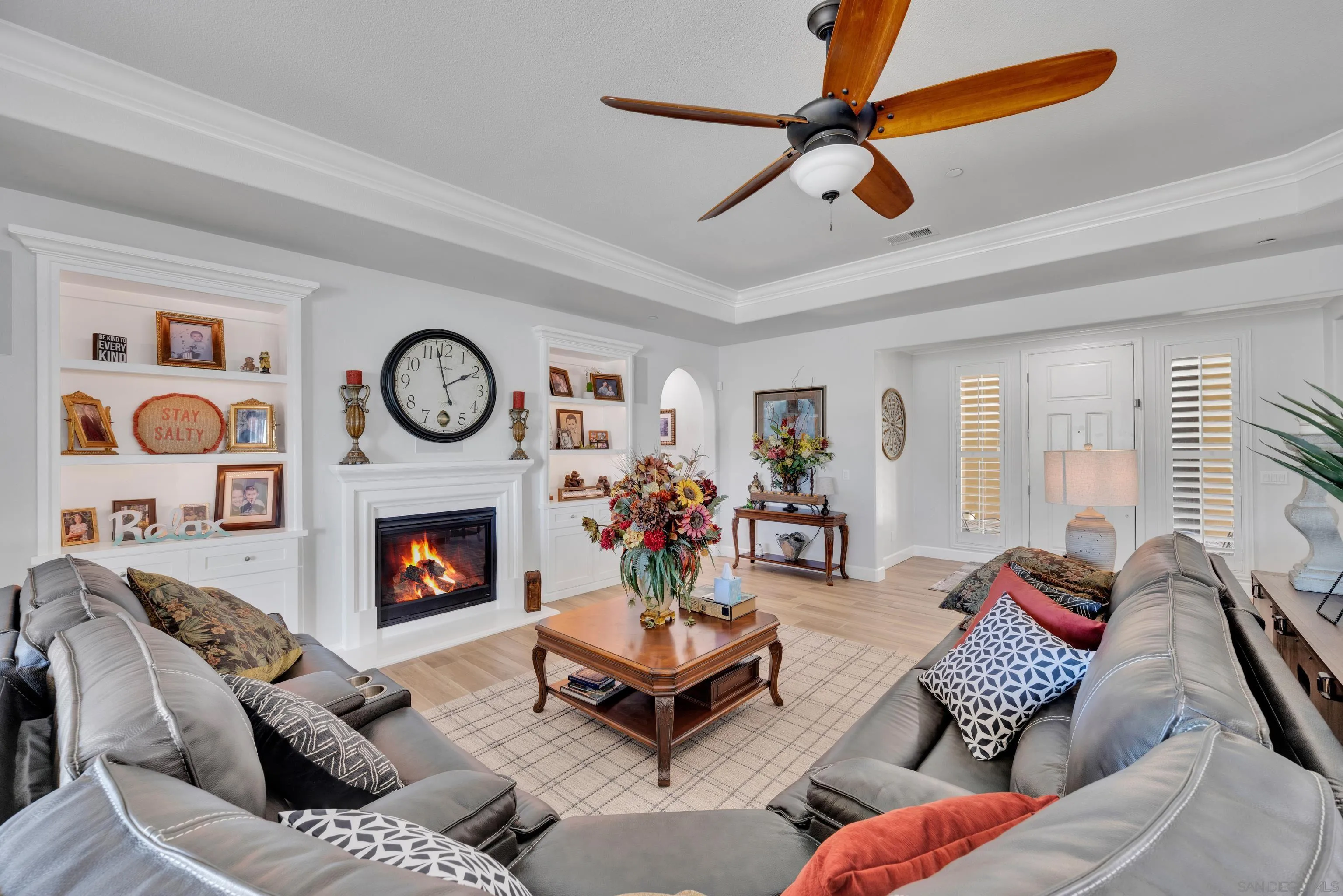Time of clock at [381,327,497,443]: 1:57
